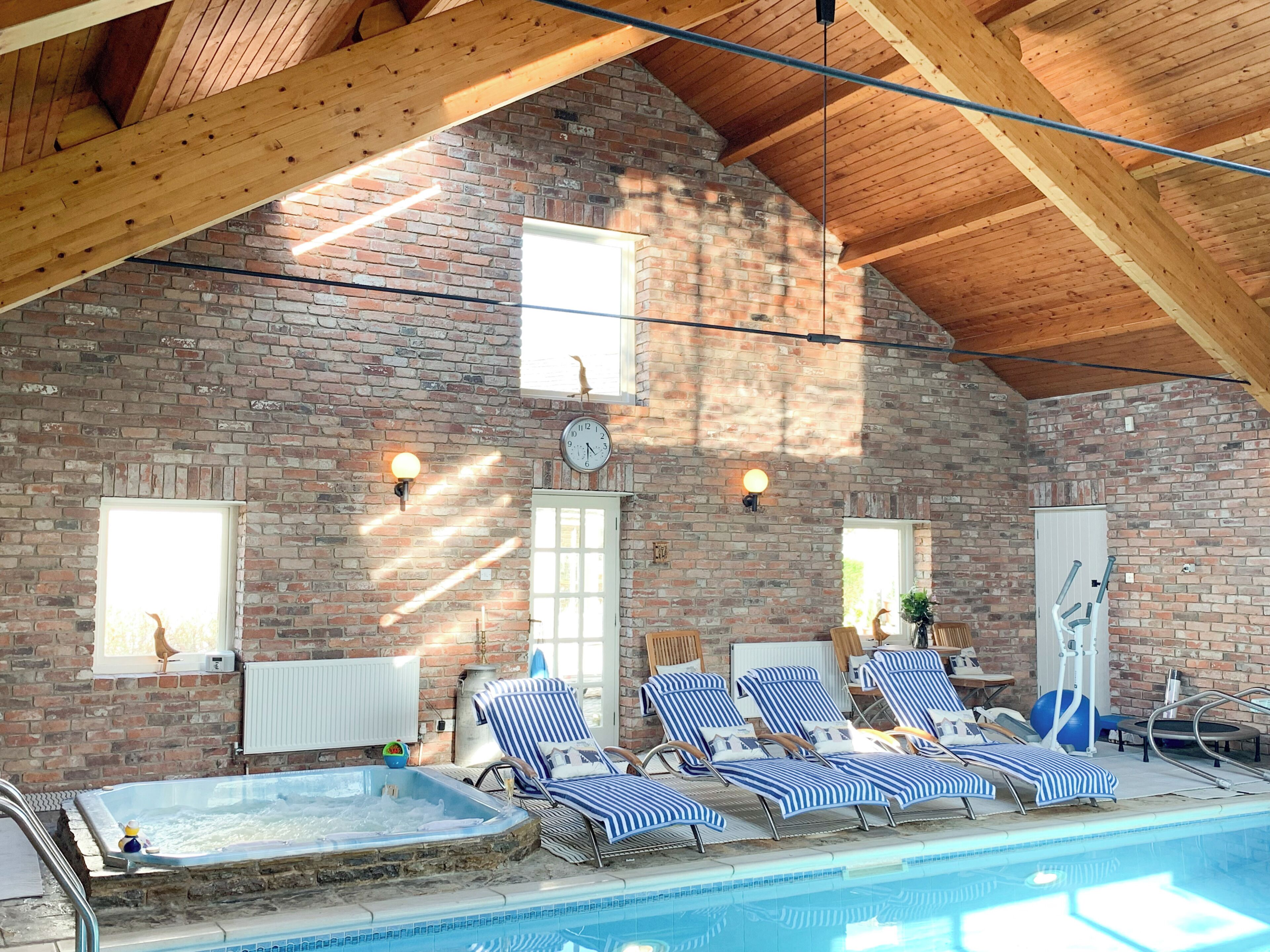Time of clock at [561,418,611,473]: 4:29
